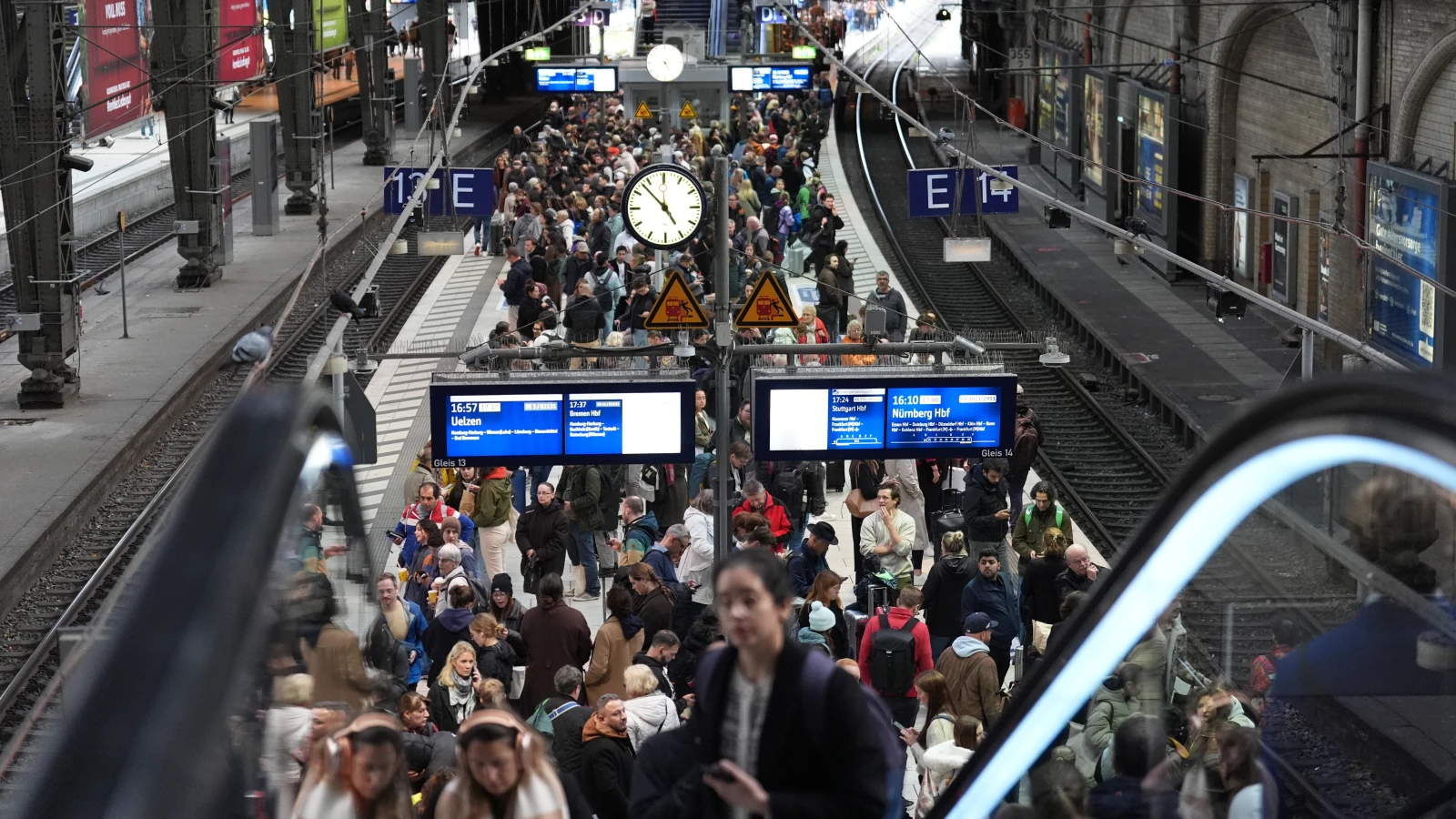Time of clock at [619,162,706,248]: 4:52
